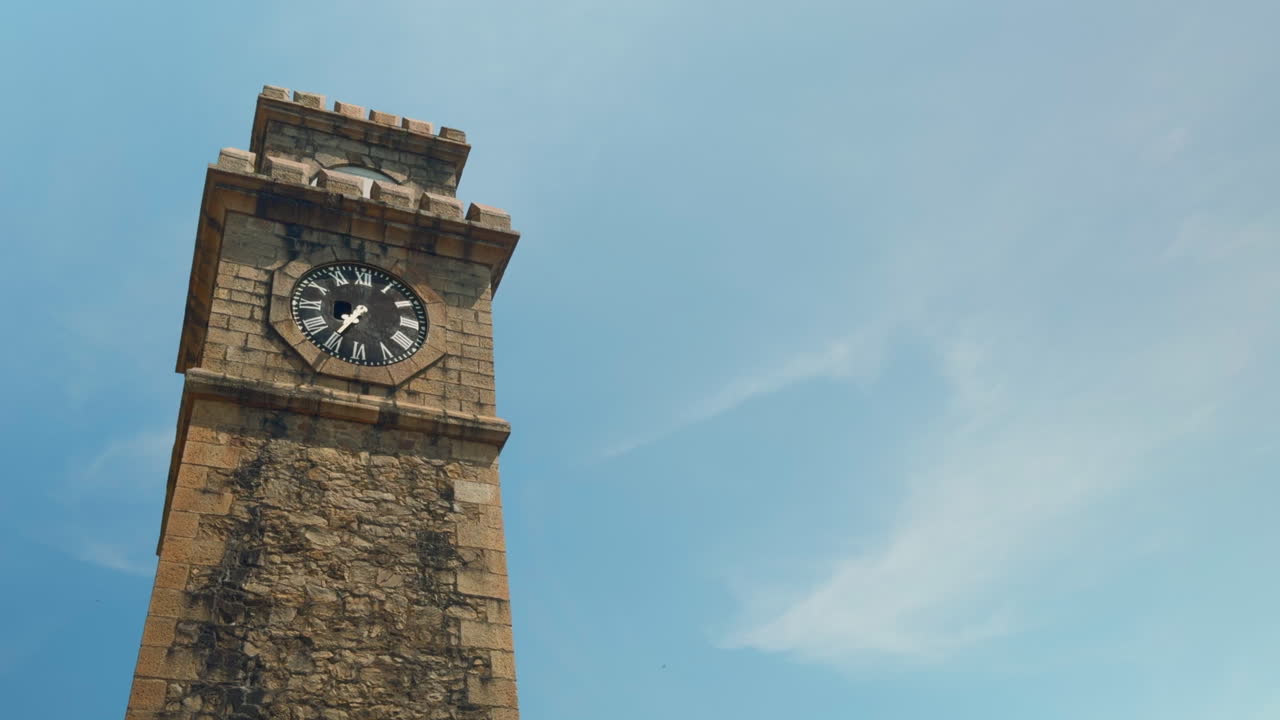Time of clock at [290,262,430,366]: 7:35
